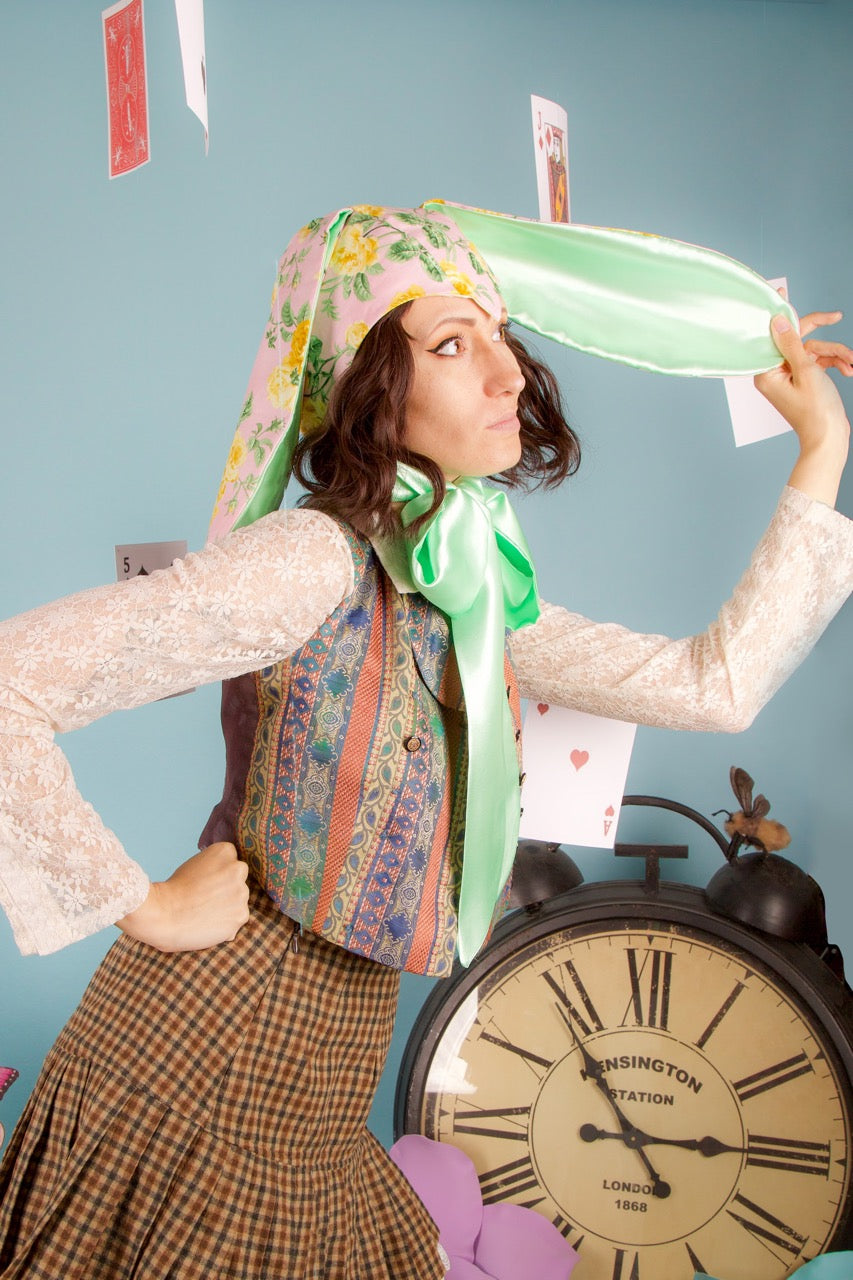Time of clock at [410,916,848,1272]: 2:53
